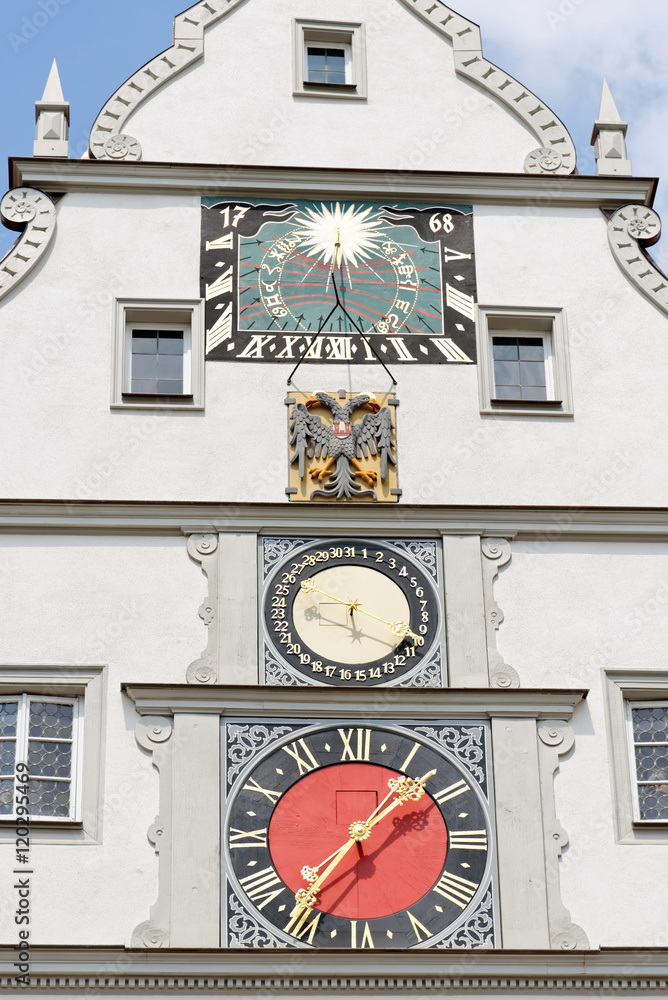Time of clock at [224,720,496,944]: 1:36
